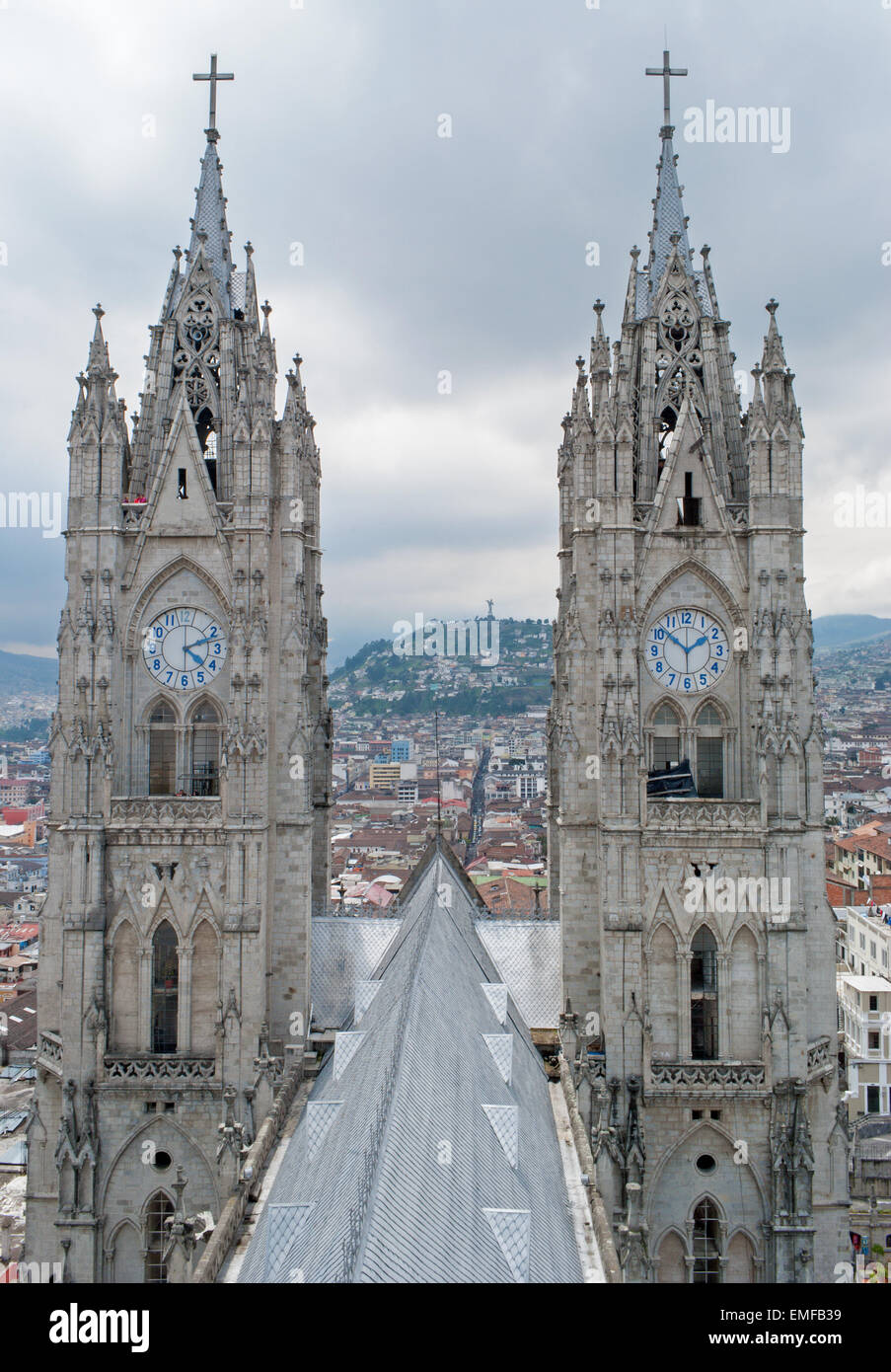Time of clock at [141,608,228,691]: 4:12
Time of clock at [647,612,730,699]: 1:51
